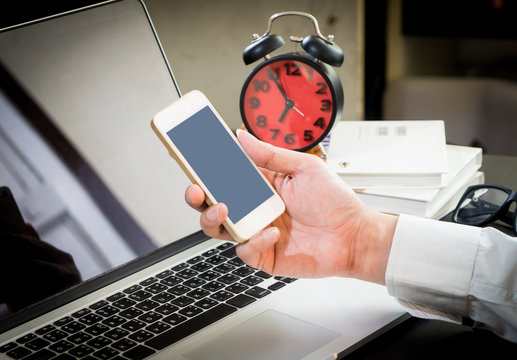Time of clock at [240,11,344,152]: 6:54
